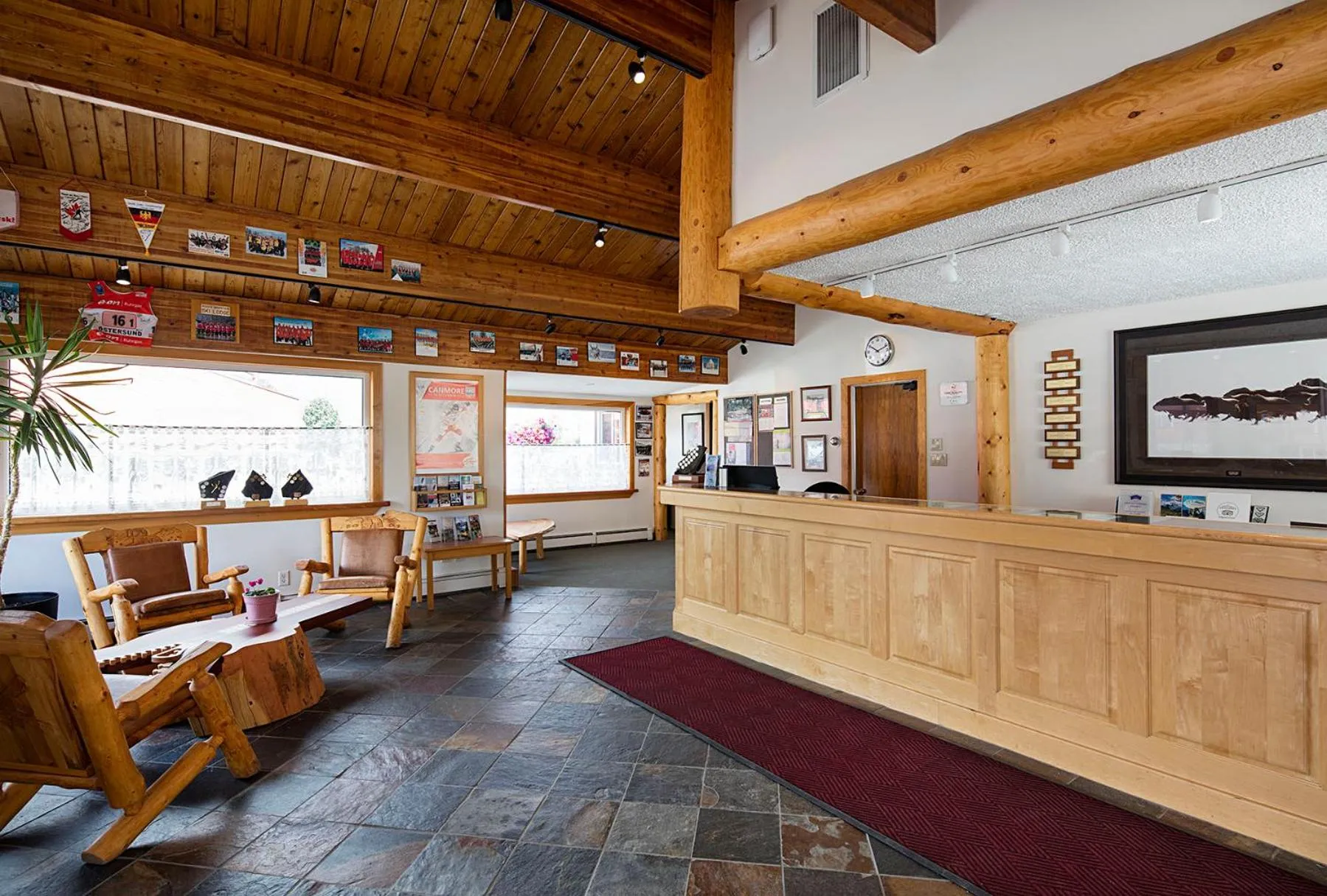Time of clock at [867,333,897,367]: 10:11
